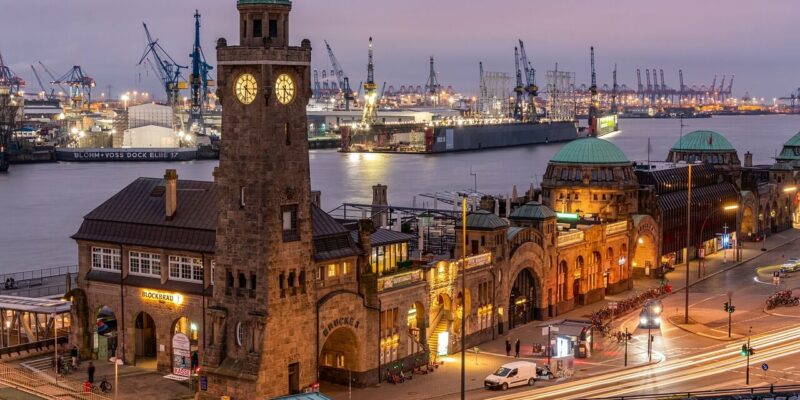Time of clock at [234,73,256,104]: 4:31
